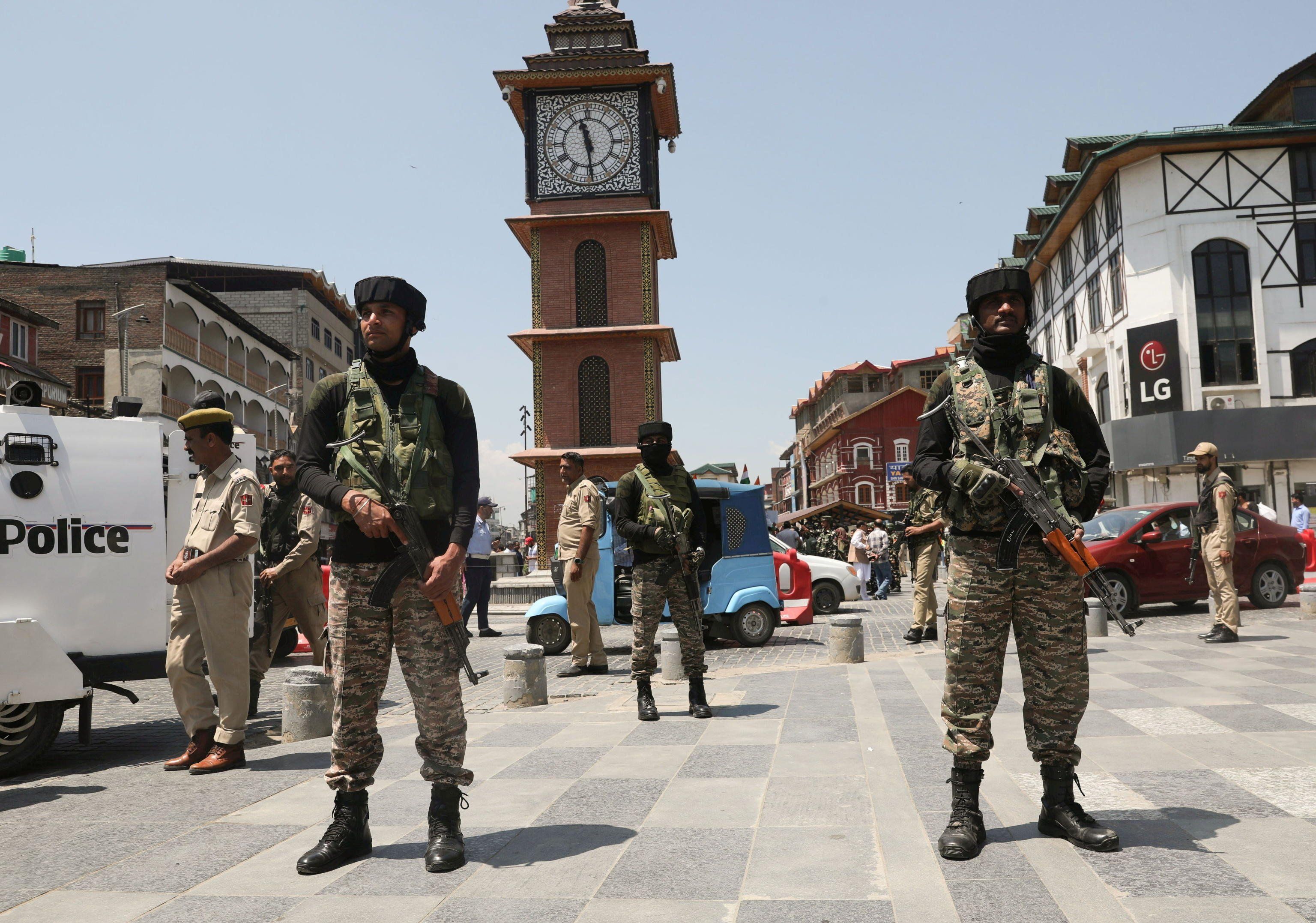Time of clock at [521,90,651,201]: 11:29
